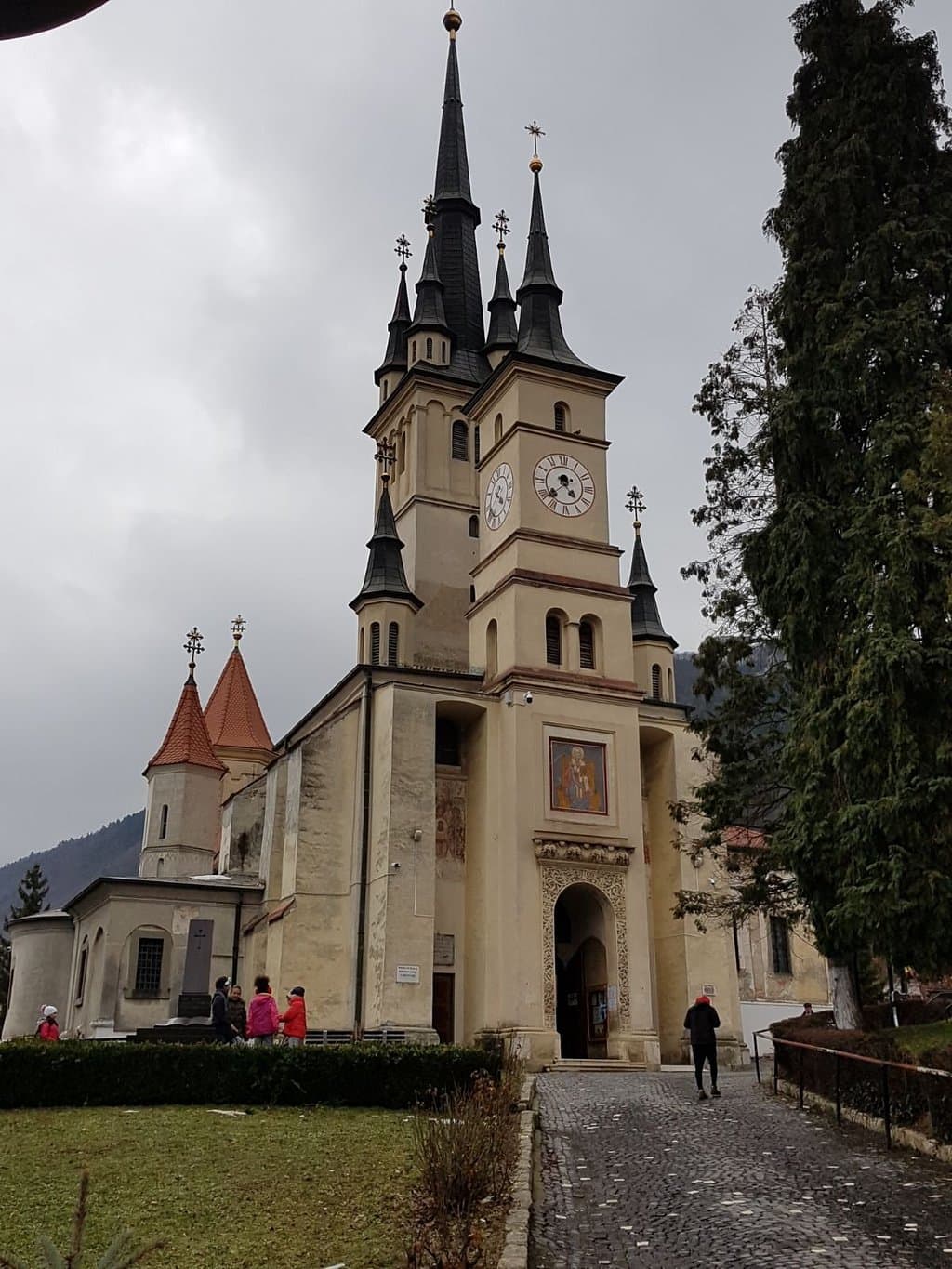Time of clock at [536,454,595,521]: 4:37
